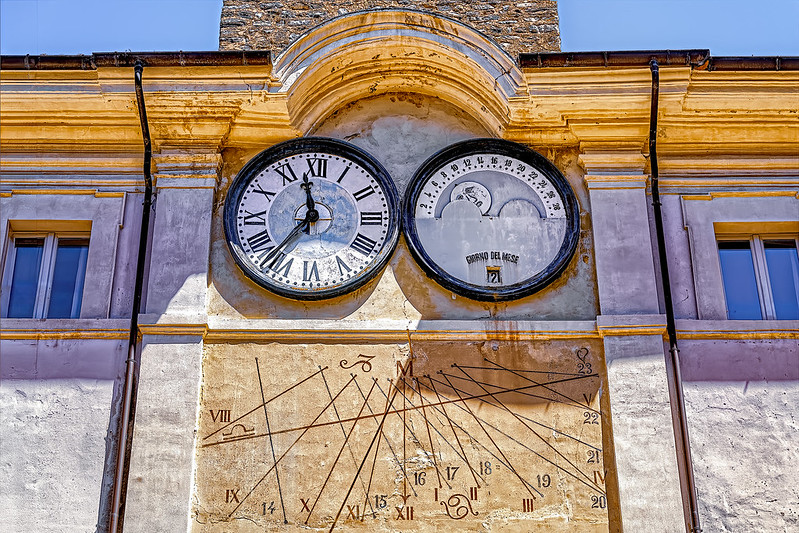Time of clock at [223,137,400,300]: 11:36
